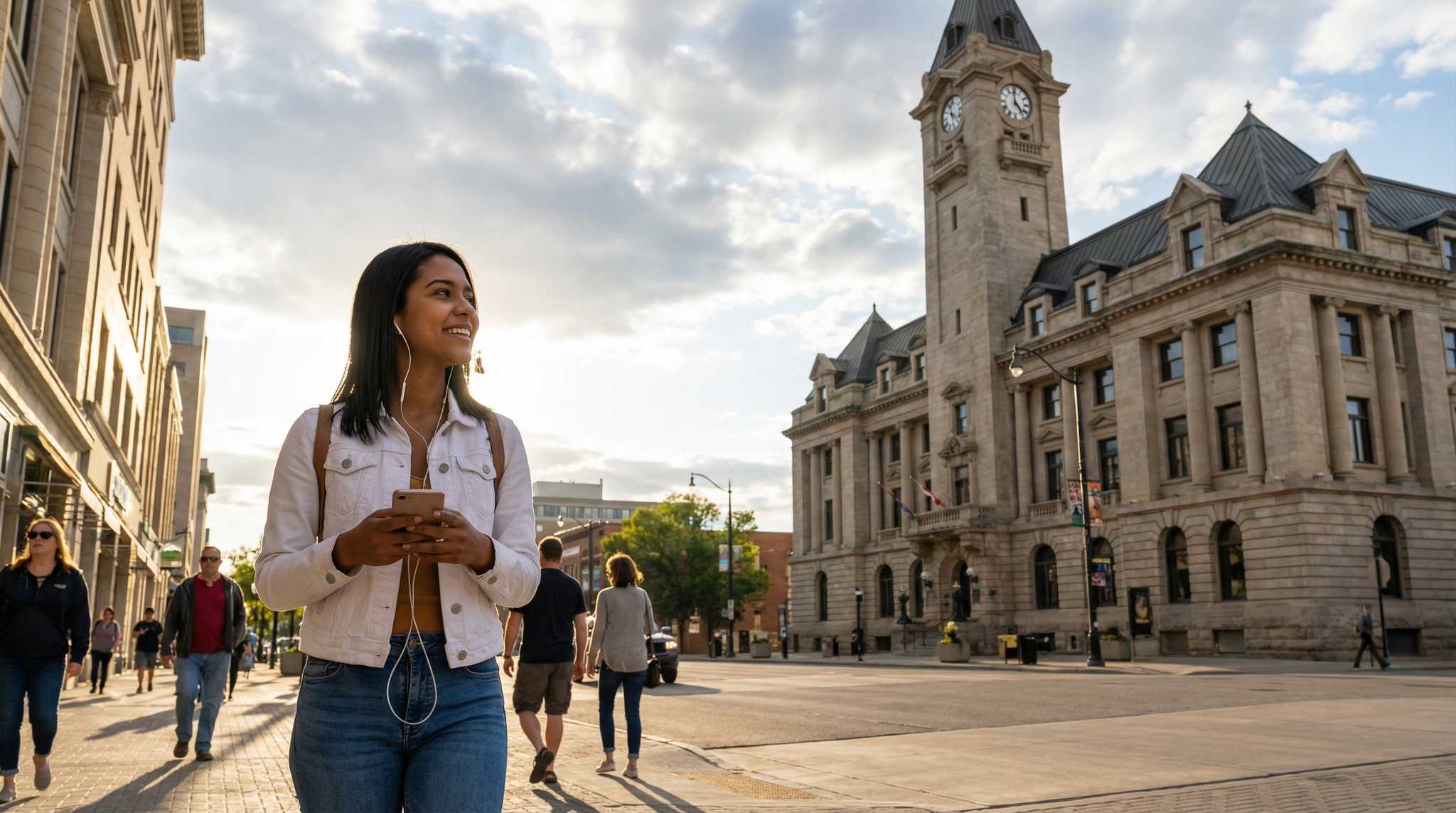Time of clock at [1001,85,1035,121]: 4:59
